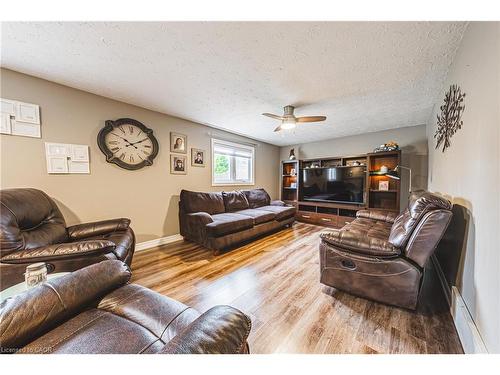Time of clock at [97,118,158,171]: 10:10
